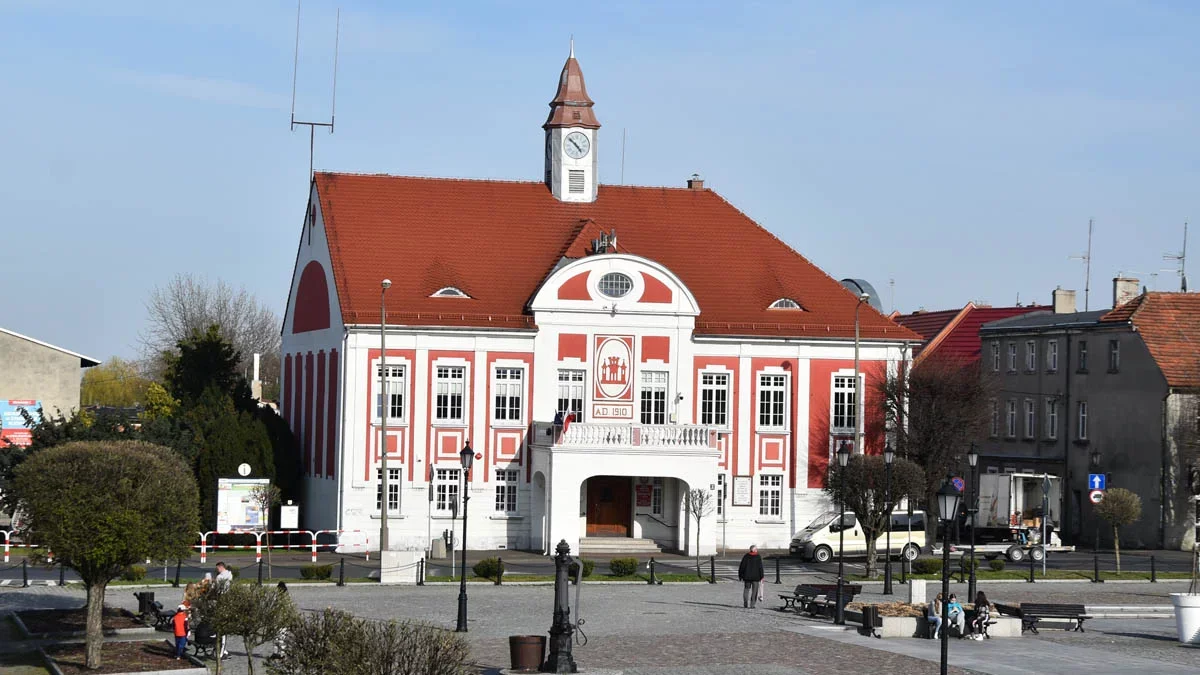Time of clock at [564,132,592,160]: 4:52
